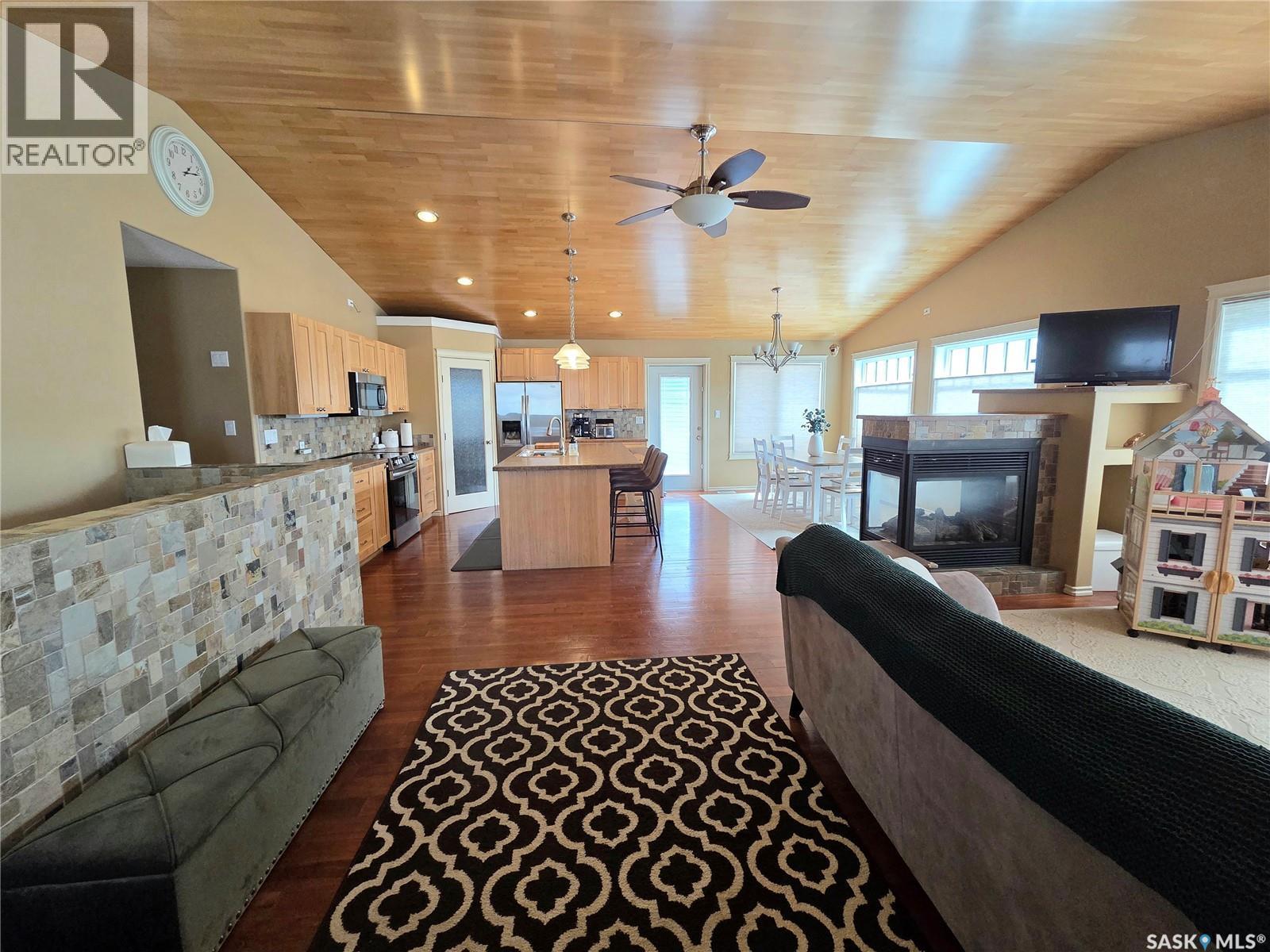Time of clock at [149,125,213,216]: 1:12
